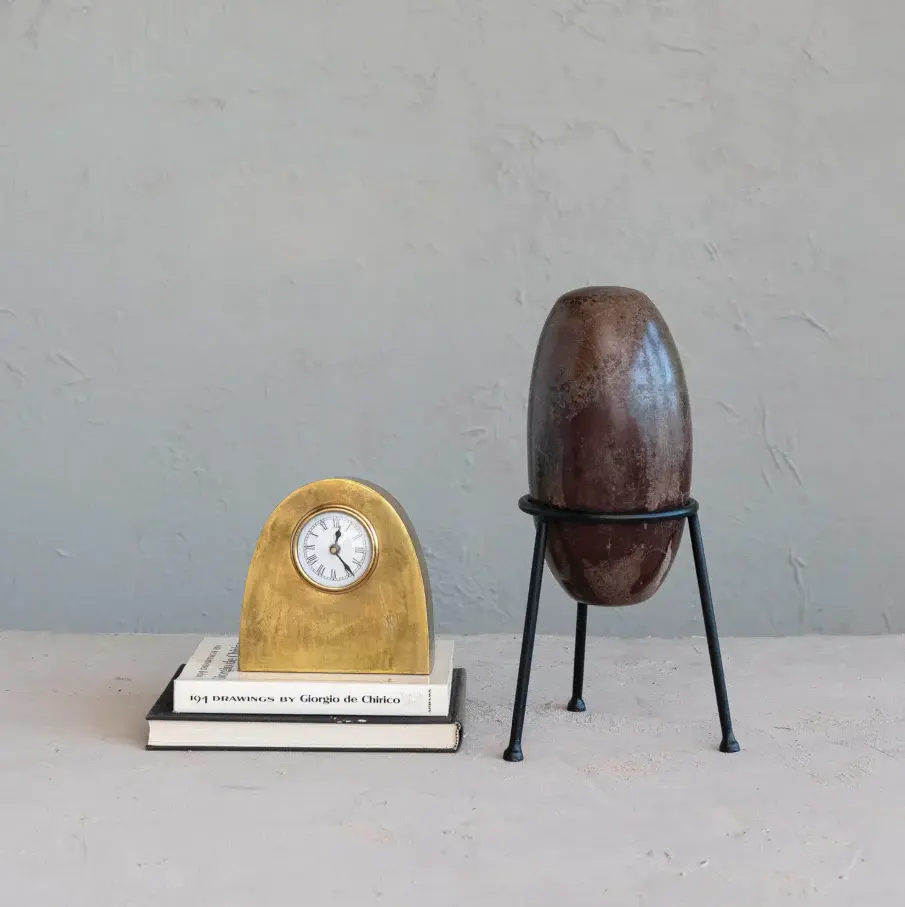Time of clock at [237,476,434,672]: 12:23
